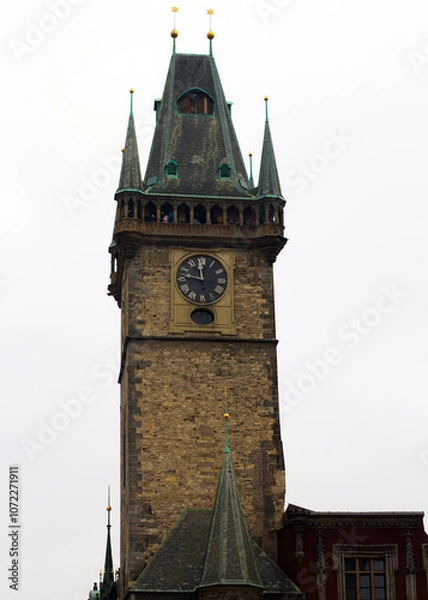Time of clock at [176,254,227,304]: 11:47
